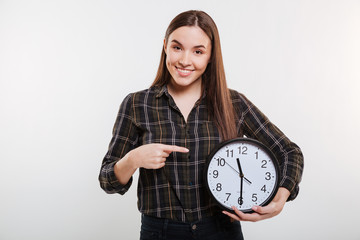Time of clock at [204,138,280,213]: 11:29
